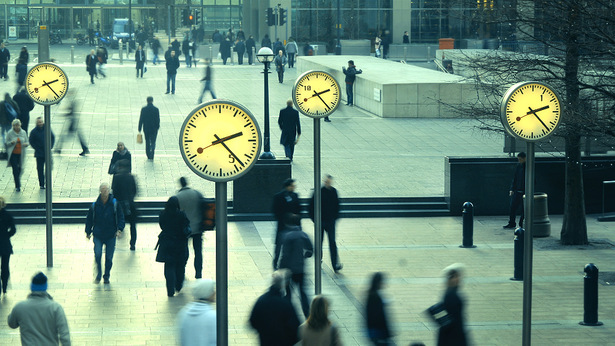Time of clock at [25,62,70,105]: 2:23
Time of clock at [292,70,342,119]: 2:23
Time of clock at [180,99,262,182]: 2:23
